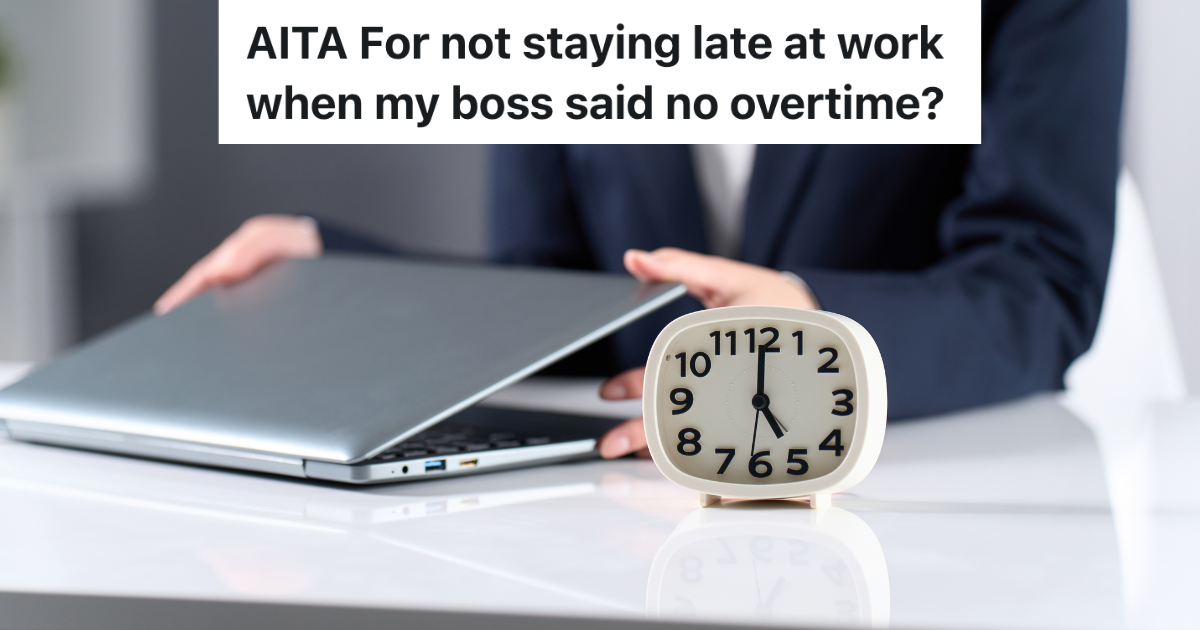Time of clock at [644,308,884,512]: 5:00
